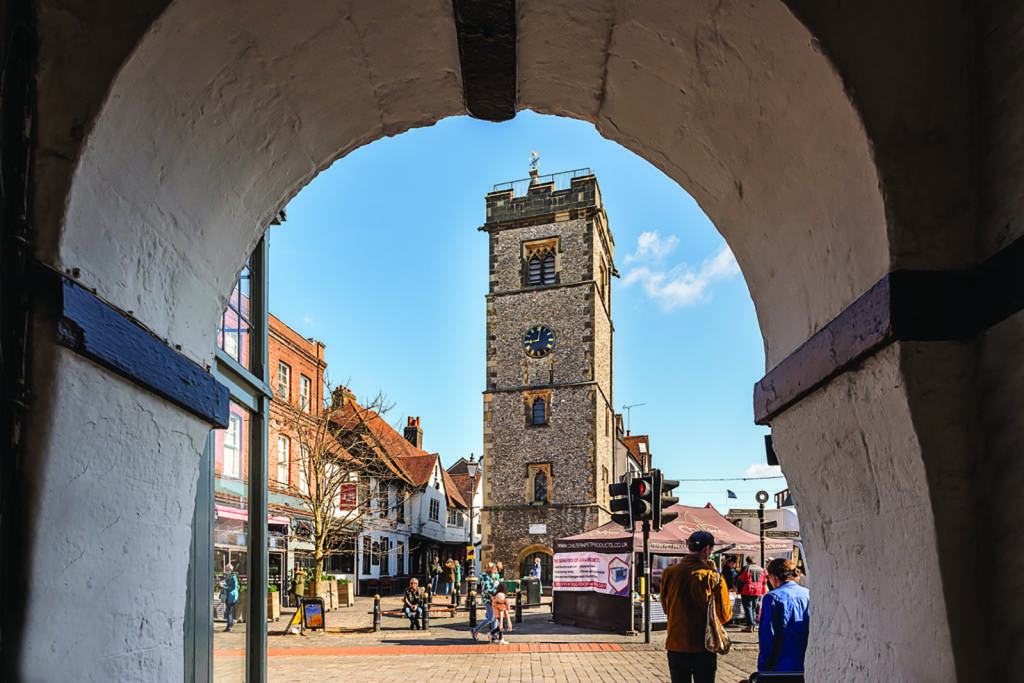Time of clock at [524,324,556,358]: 9:01
